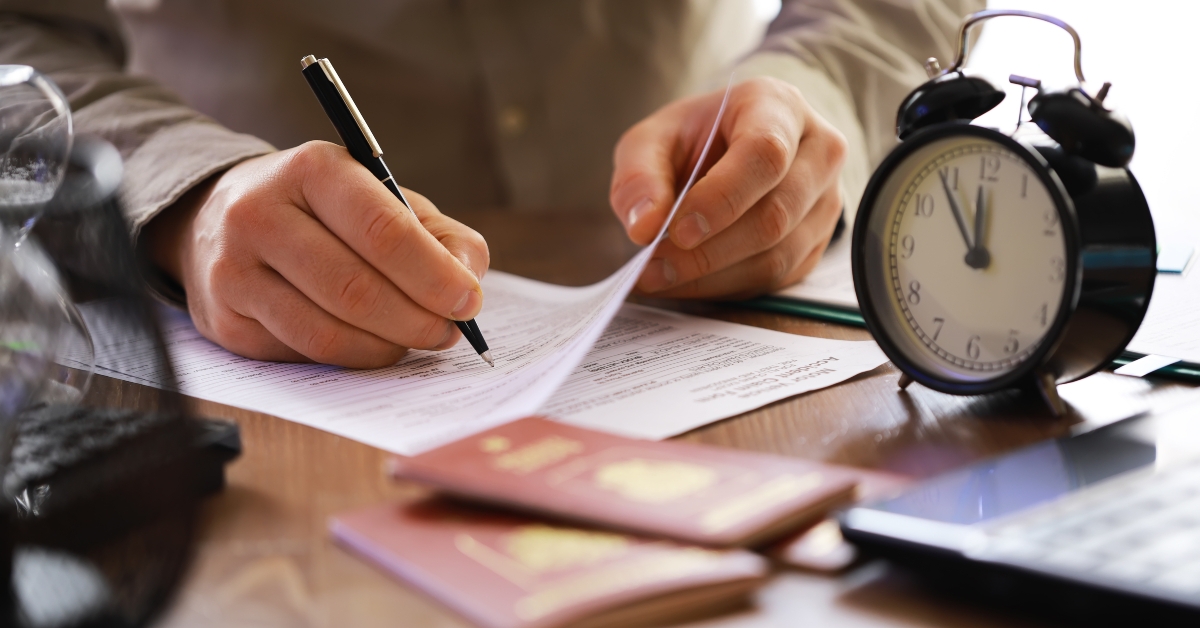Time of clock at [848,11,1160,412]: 11:54
